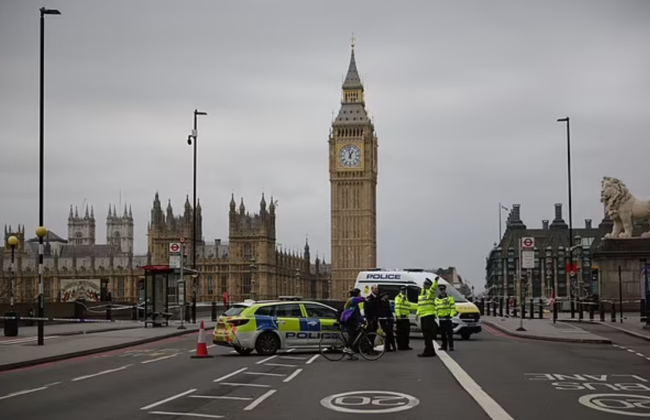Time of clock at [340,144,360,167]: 12:58
